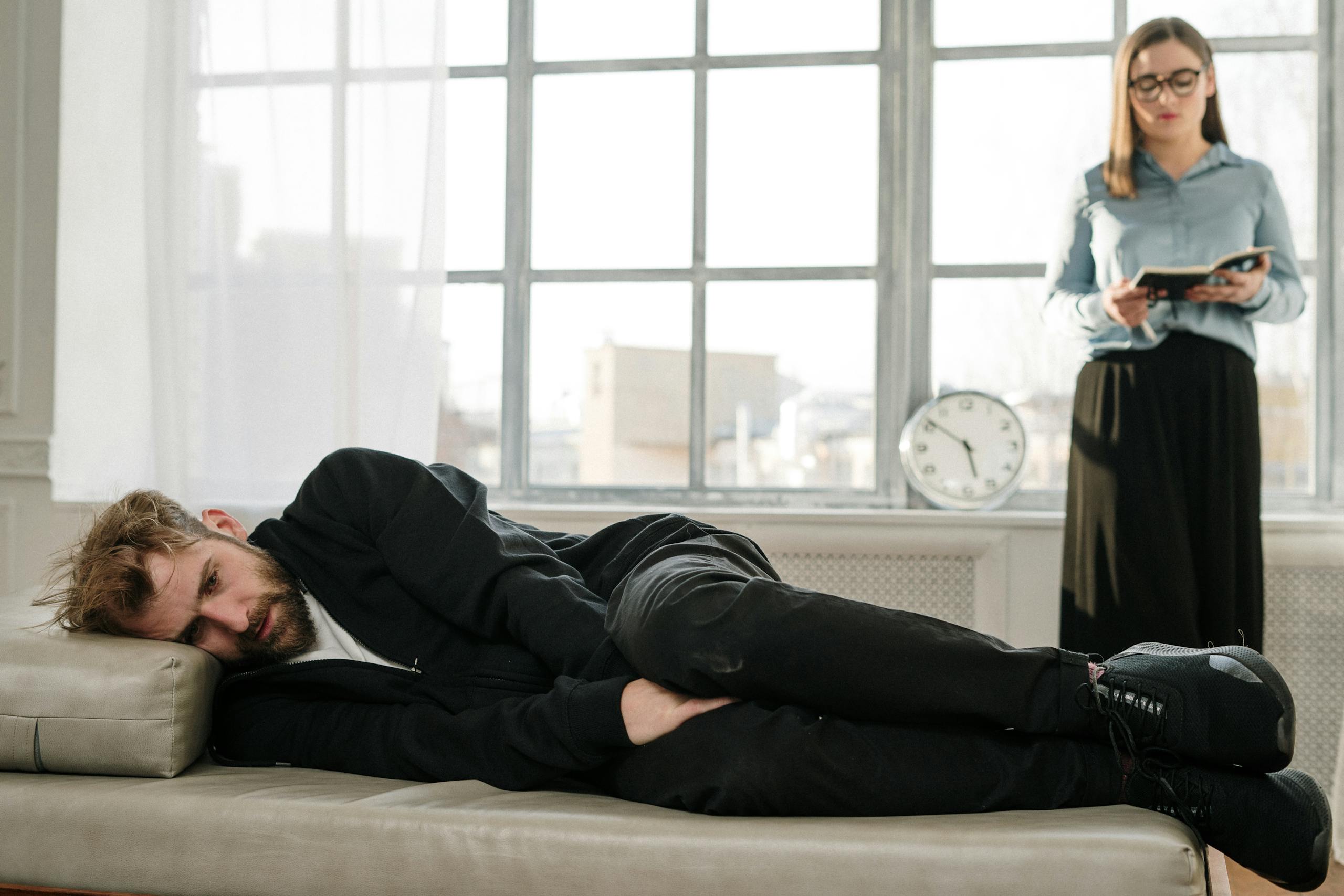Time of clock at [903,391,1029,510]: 5:51
